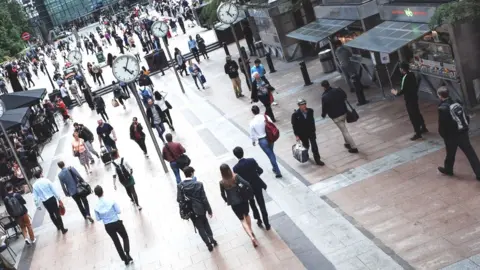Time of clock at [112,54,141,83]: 4:01
